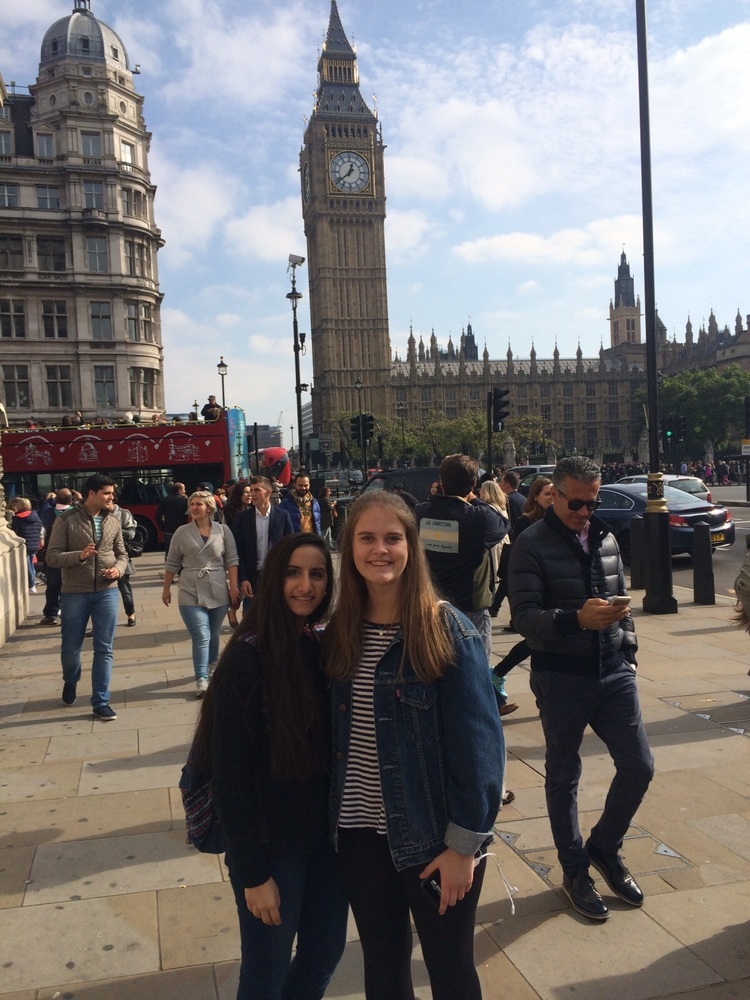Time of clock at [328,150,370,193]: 12:38
